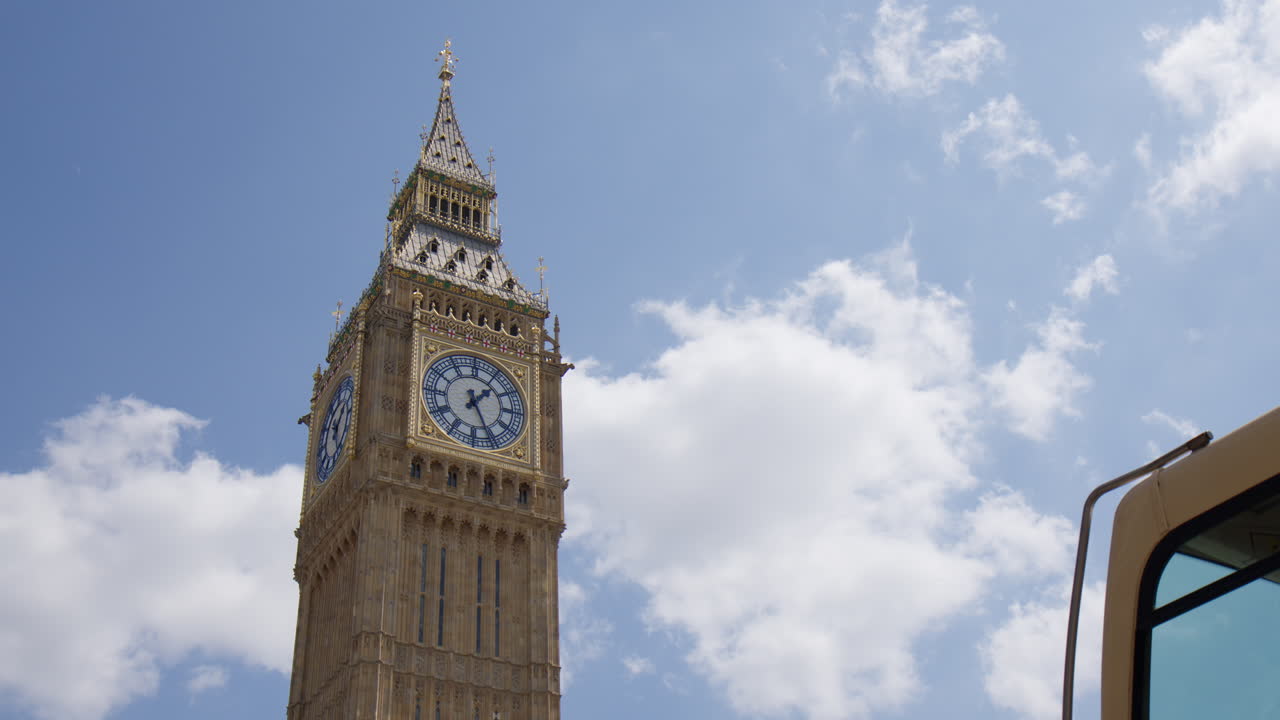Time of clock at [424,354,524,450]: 1:26
